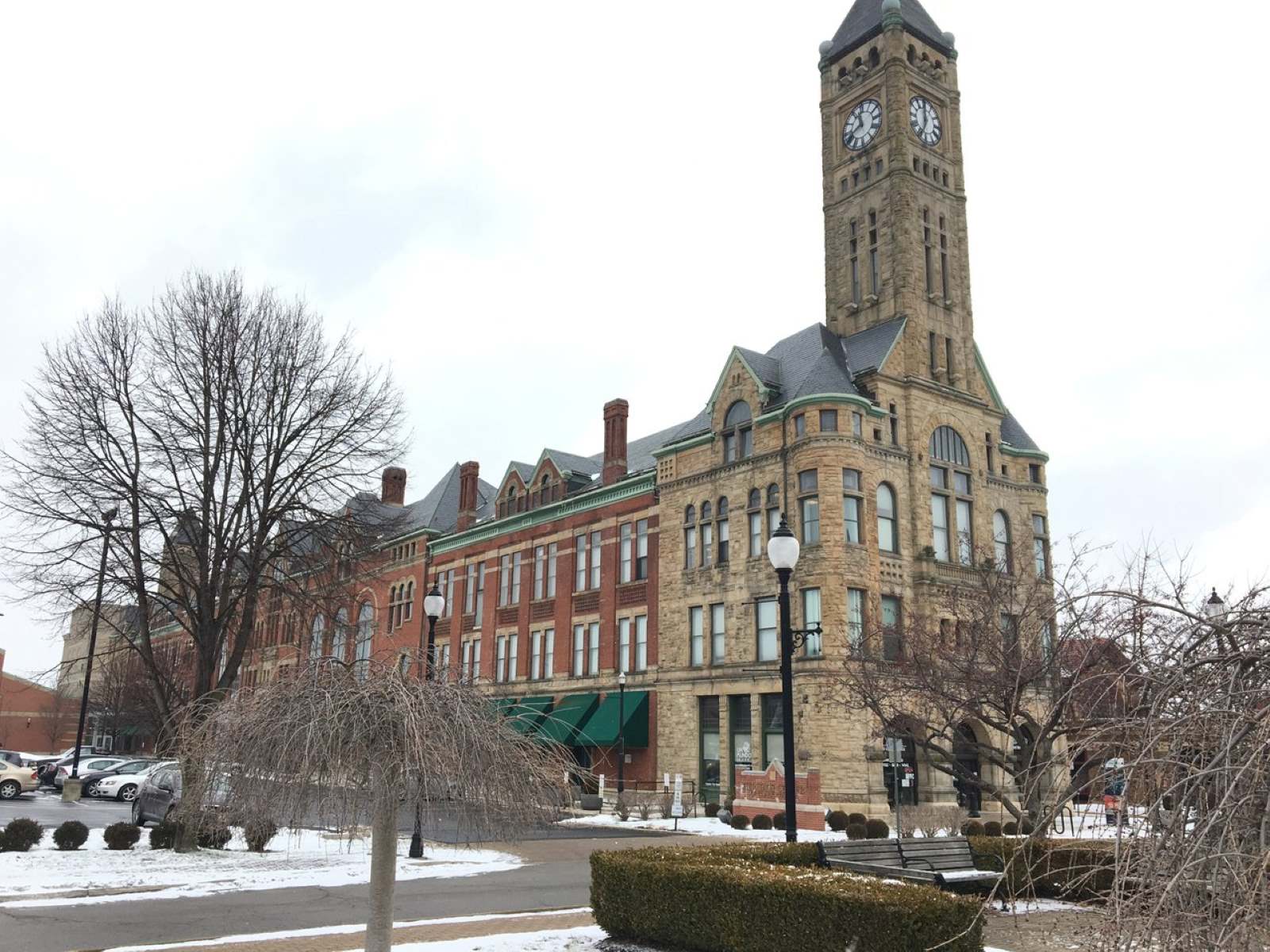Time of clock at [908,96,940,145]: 6:59
